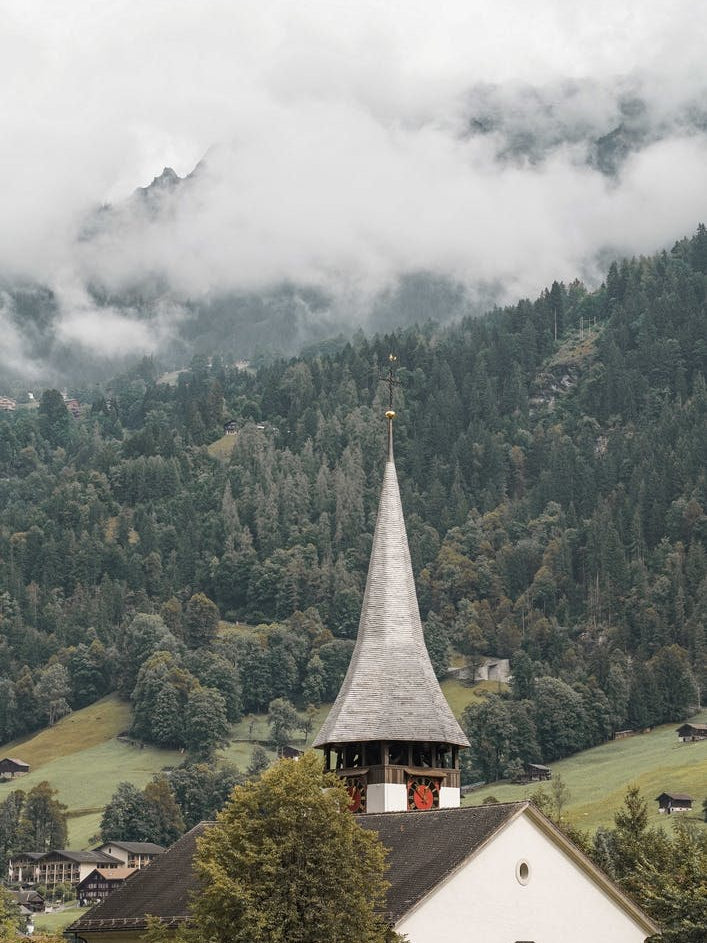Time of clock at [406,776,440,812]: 12:52
